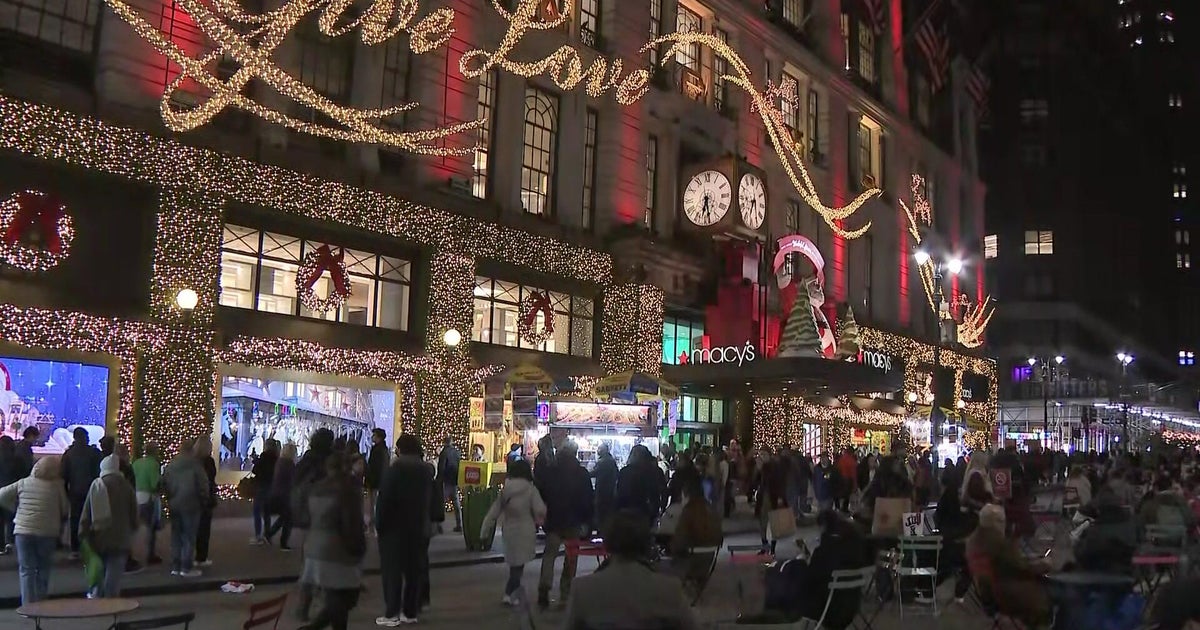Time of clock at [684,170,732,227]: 6:28
